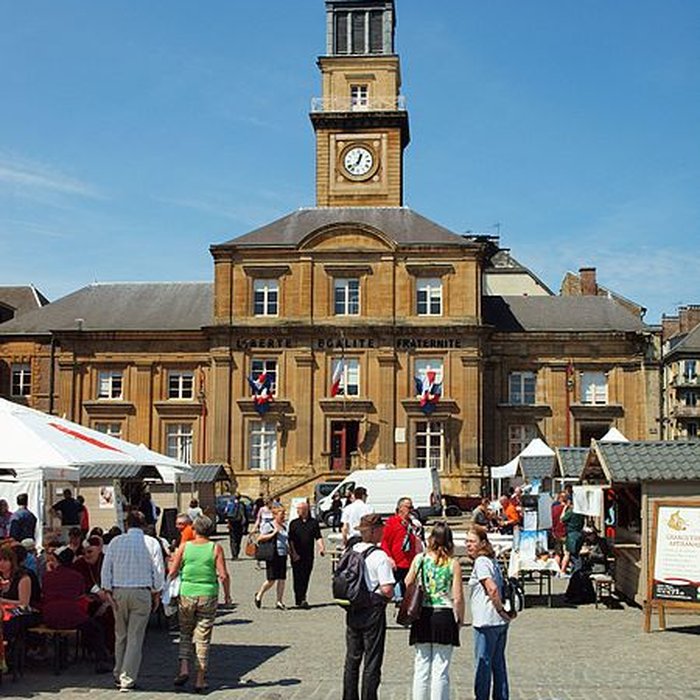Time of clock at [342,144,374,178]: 12:37
